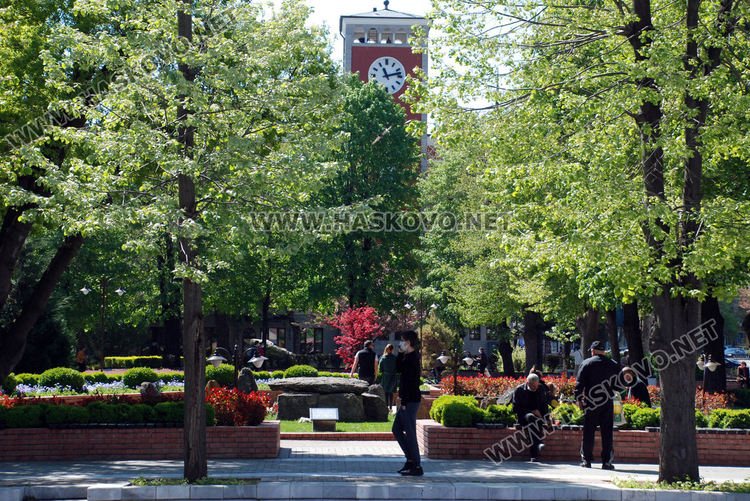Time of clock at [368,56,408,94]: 11:12
